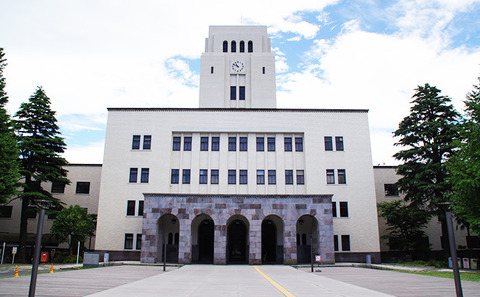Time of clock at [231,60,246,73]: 10:49
